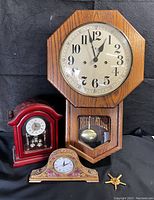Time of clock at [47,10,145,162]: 12:57
